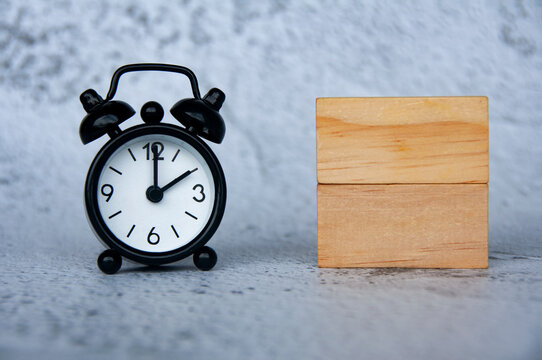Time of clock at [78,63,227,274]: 2:00
